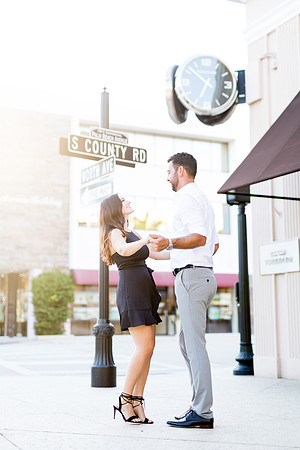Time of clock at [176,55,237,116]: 6:51
